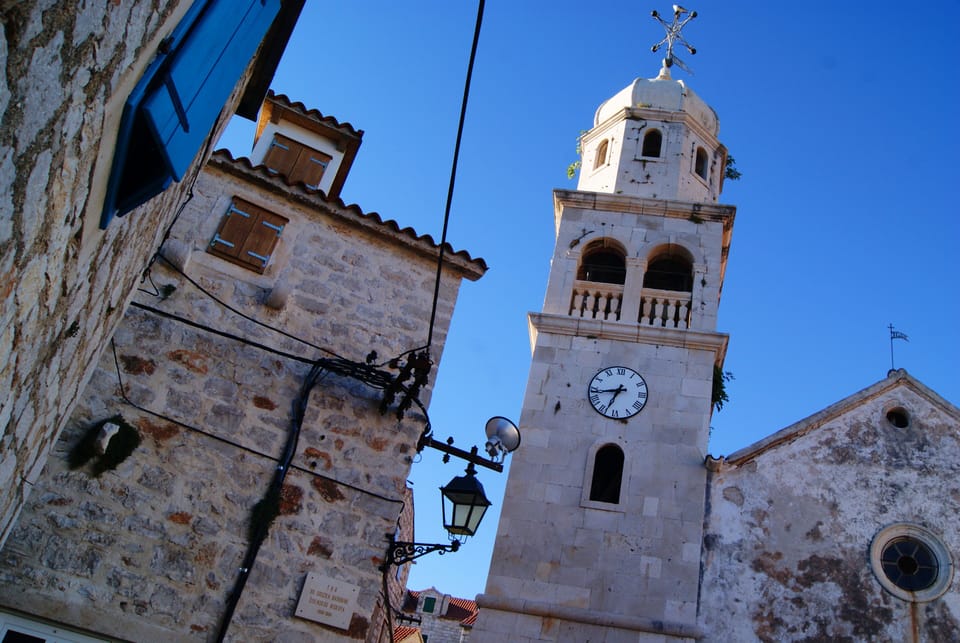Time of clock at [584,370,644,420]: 6:43
